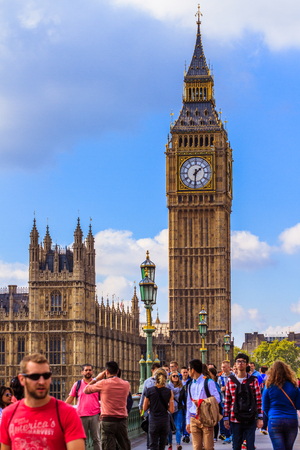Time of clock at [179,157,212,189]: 1:30
